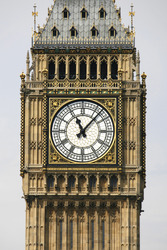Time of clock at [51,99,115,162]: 11:07
